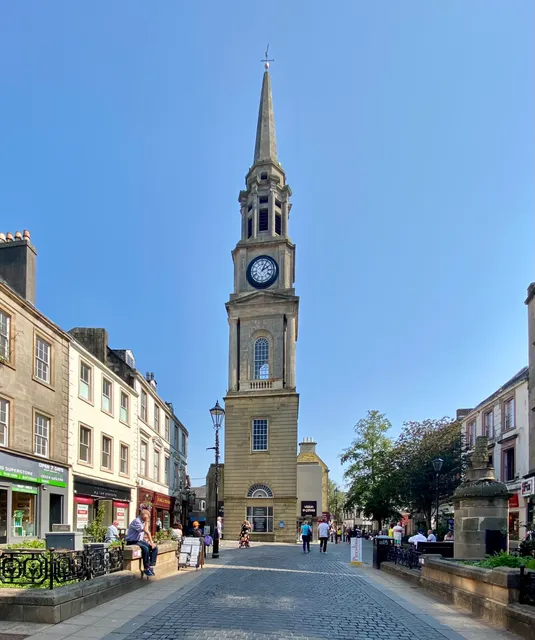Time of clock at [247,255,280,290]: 2:04
